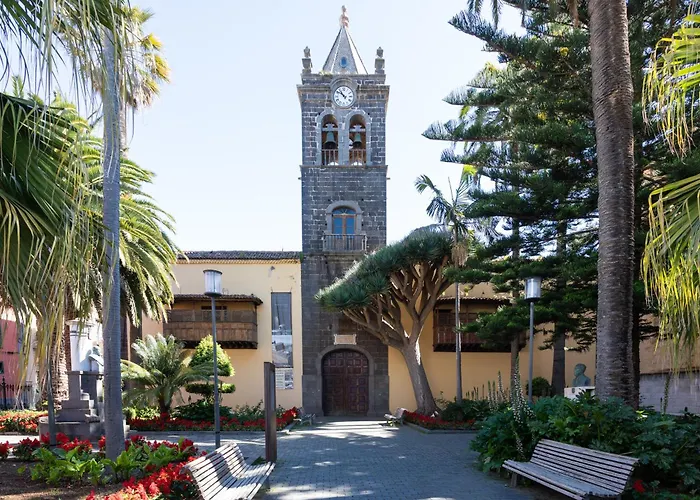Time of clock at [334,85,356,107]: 10:51
